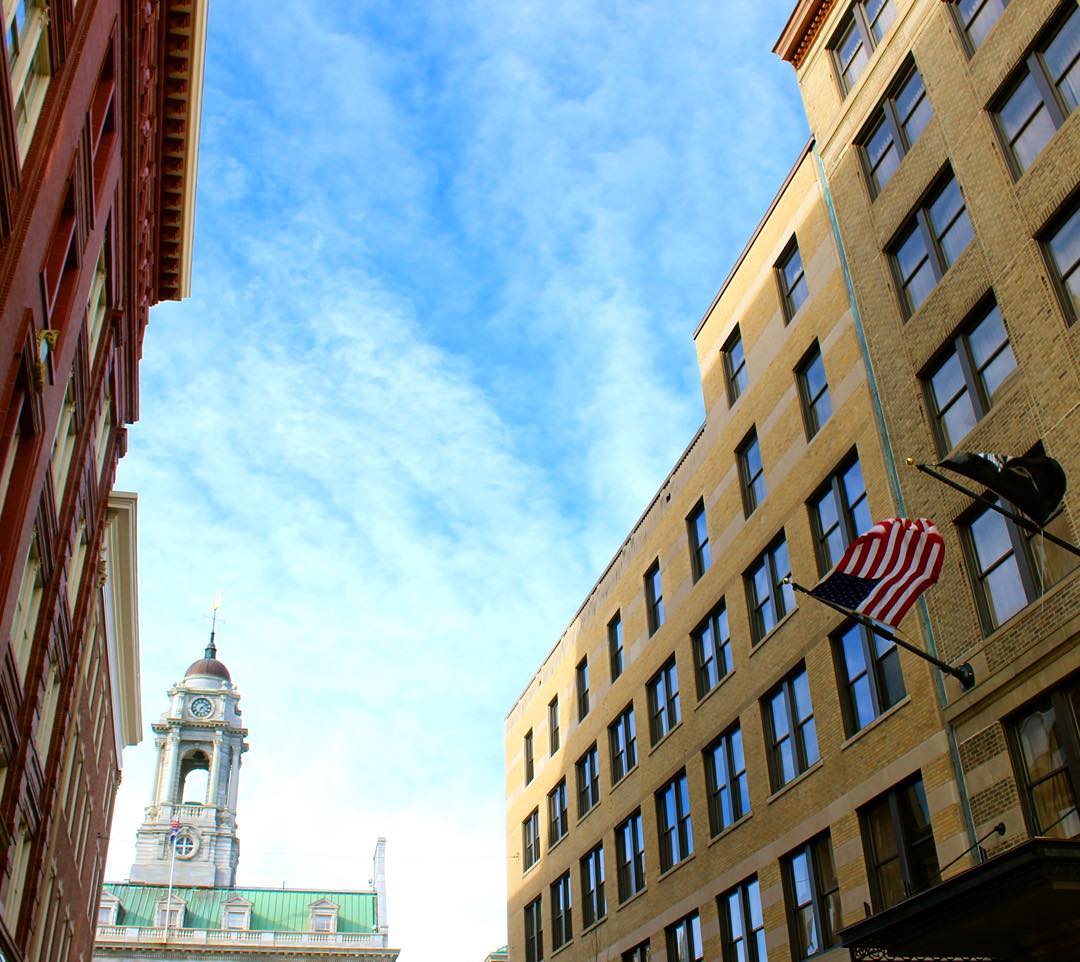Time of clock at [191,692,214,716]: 7:08
